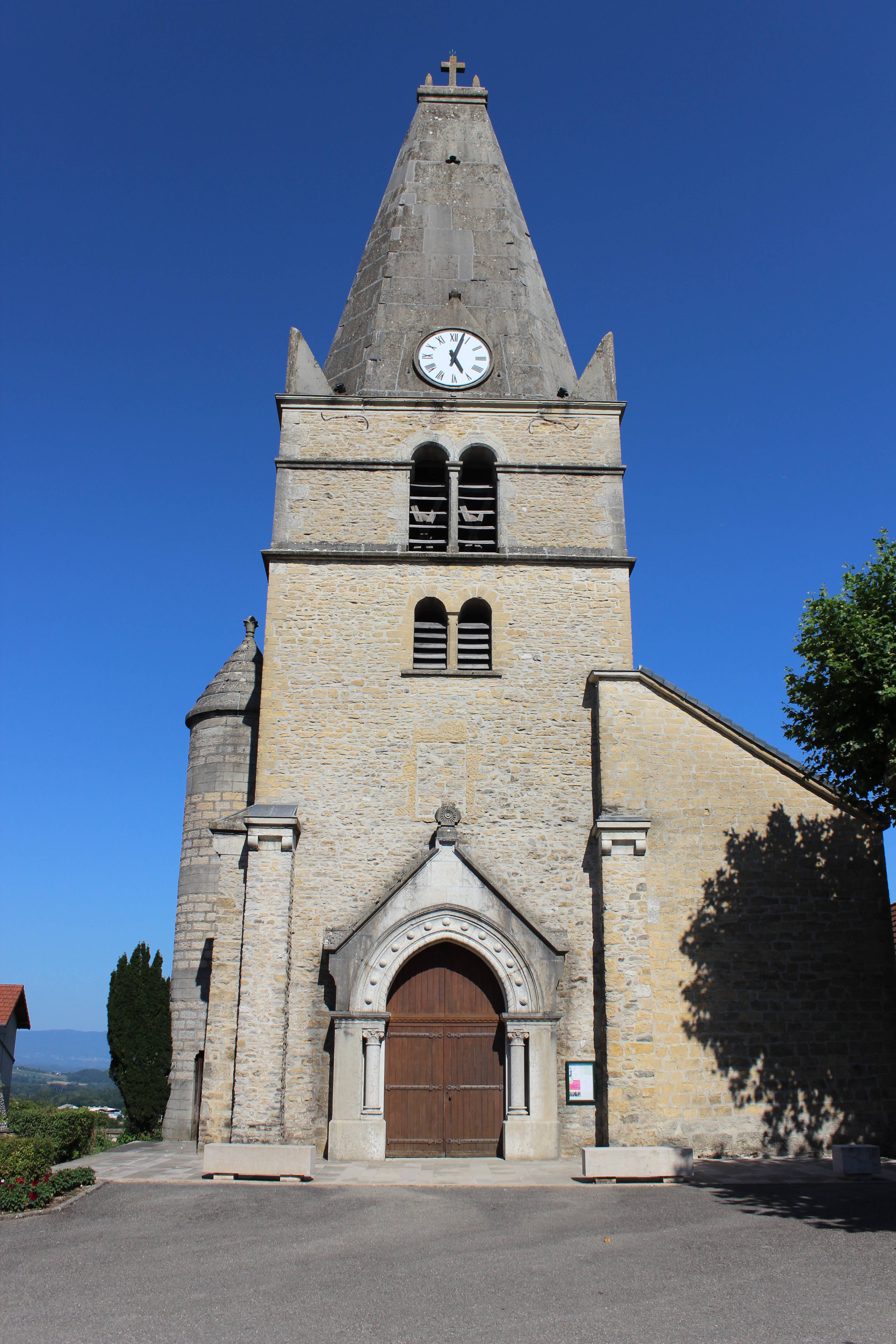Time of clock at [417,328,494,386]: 5:03
